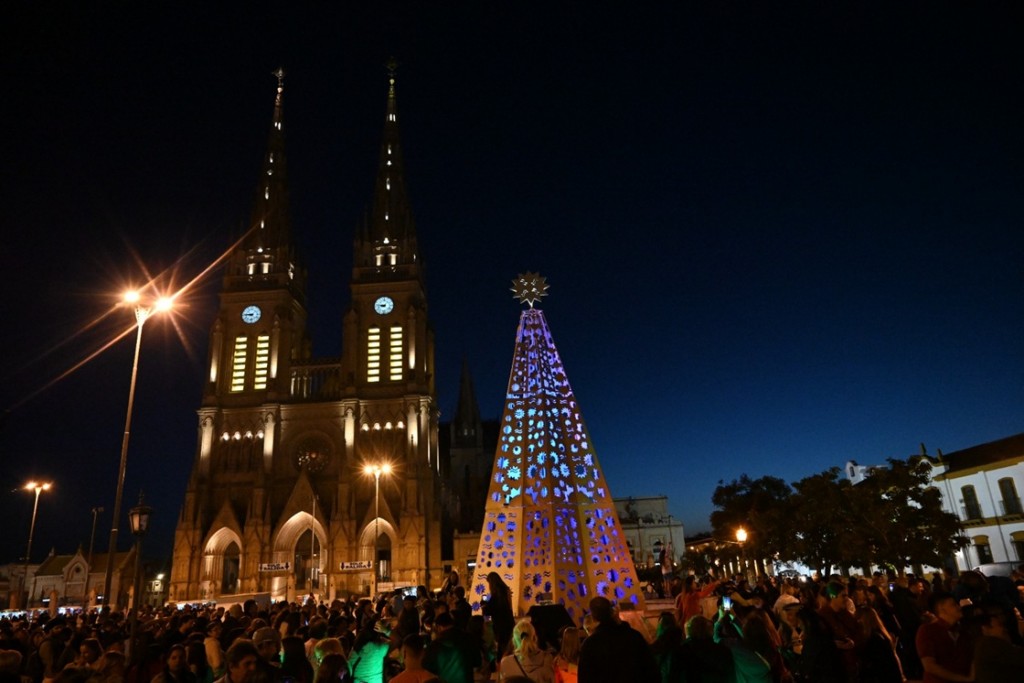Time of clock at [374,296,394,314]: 8:46
